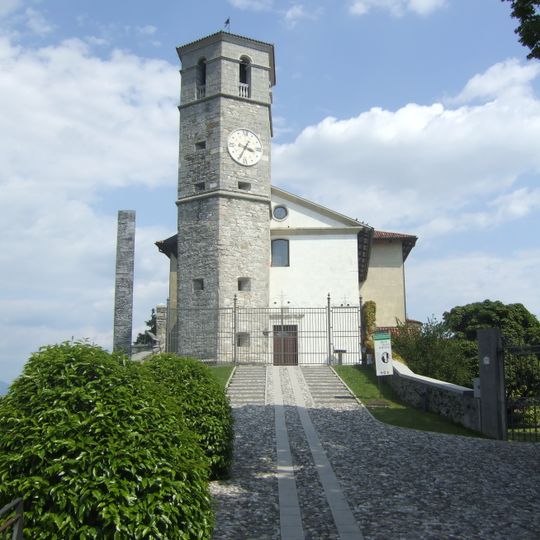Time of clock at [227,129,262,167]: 3:34
